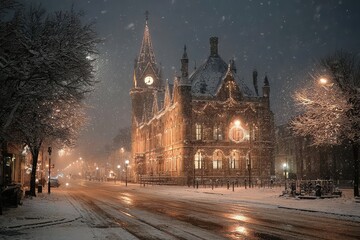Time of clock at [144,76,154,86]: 8:02
